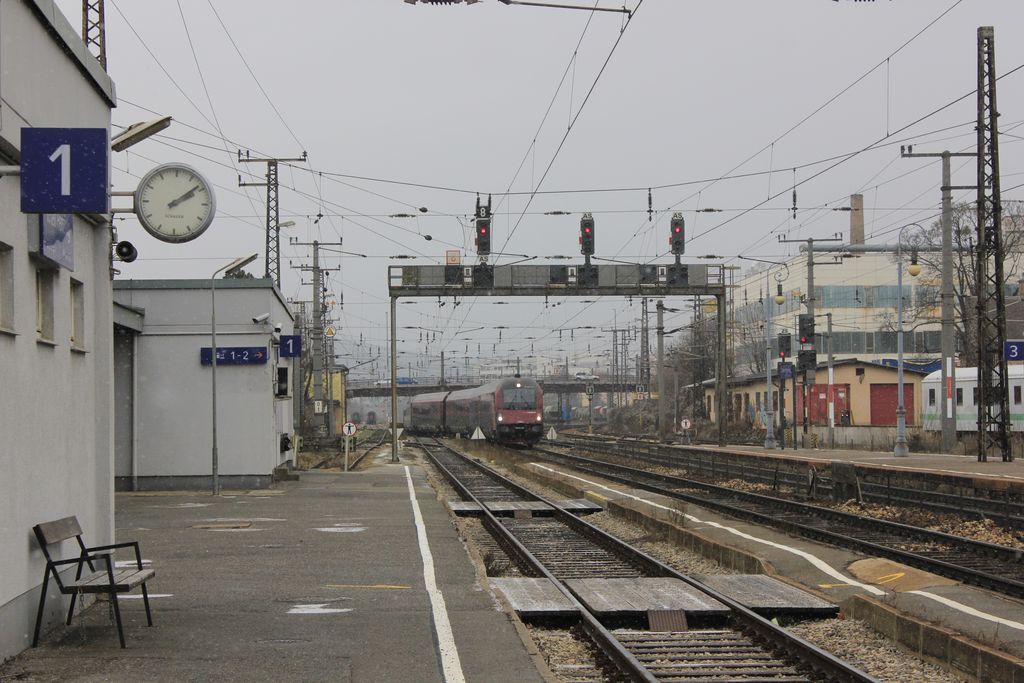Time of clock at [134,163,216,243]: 2:08
